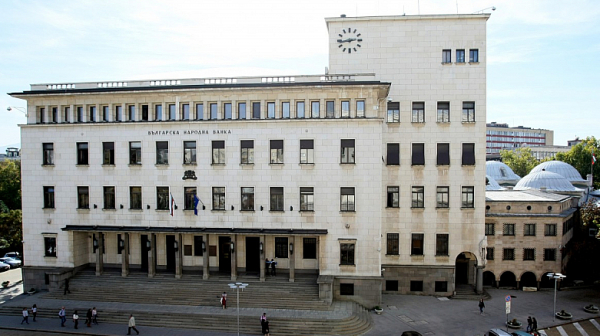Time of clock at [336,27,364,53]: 2:43
